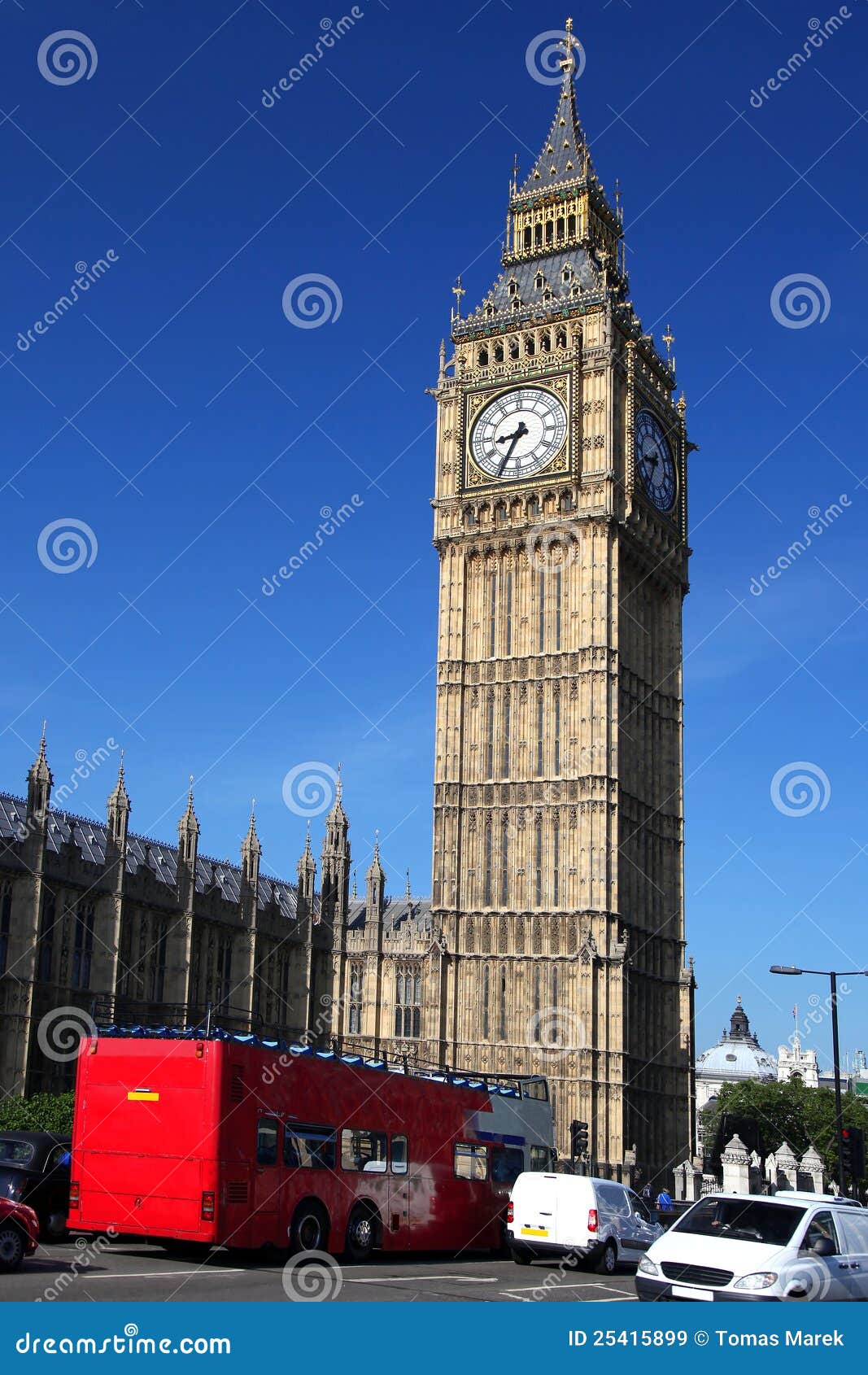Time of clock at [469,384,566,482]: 8:34
